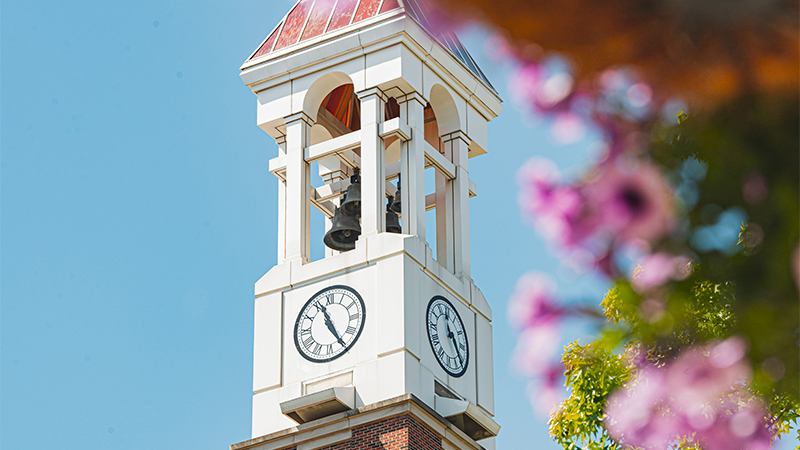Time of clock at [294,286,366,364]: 11:25
